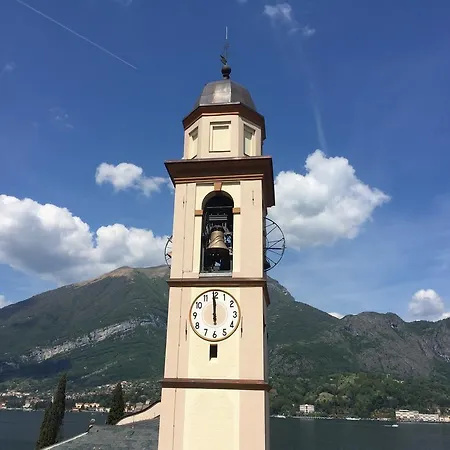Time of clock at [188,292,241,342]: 11:59
